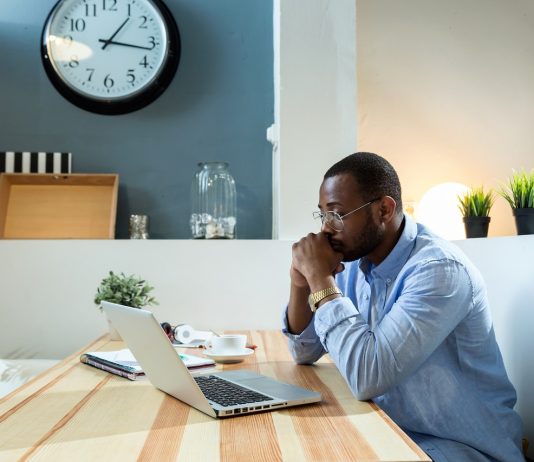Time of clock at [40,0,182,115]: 1:16
